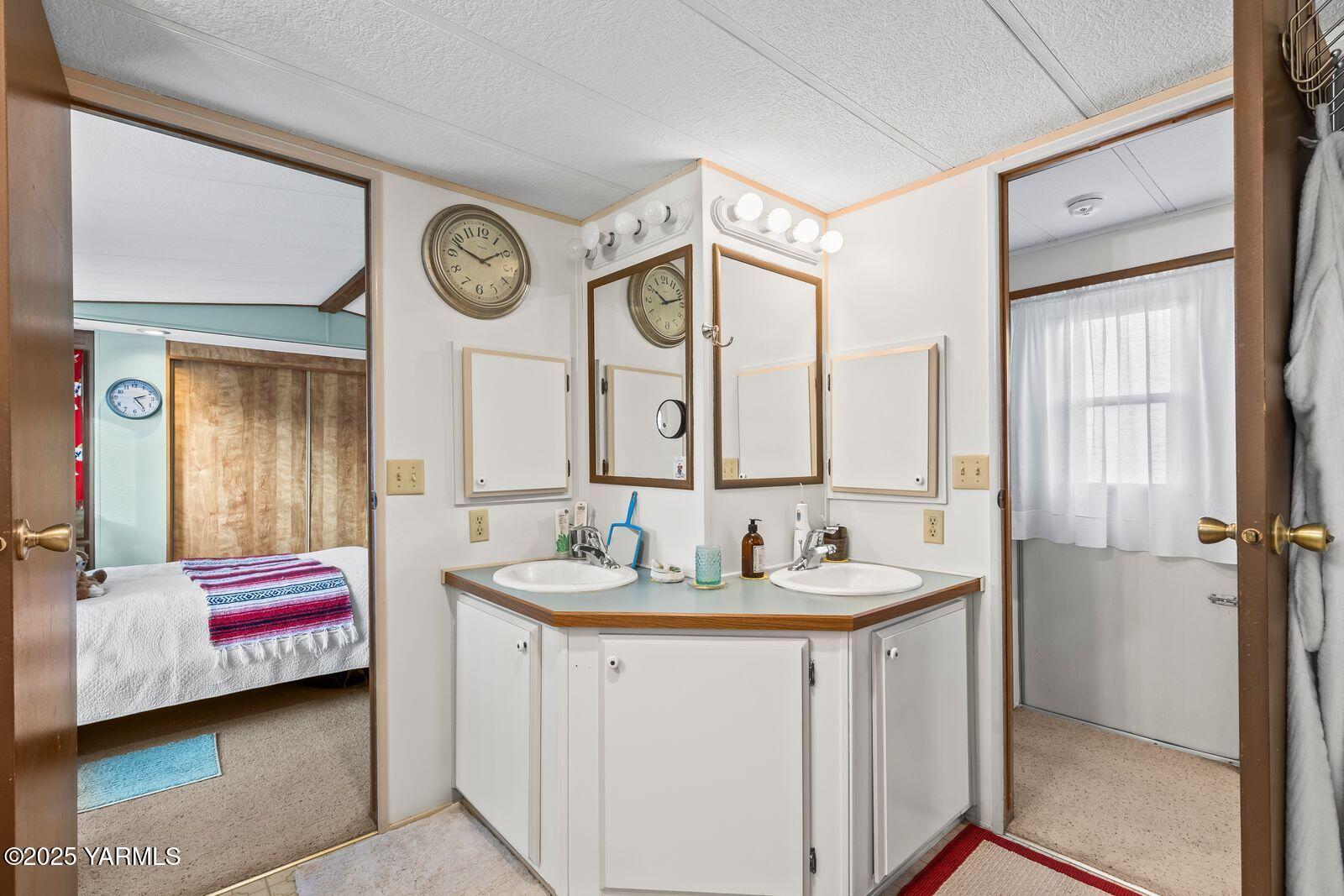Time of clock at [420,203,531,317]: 1:48
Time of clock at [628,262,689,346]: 10:12
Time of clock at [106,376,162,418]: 2:24
